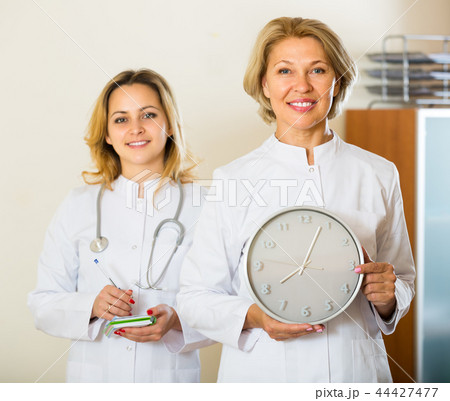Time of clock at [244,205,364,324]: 8:03
